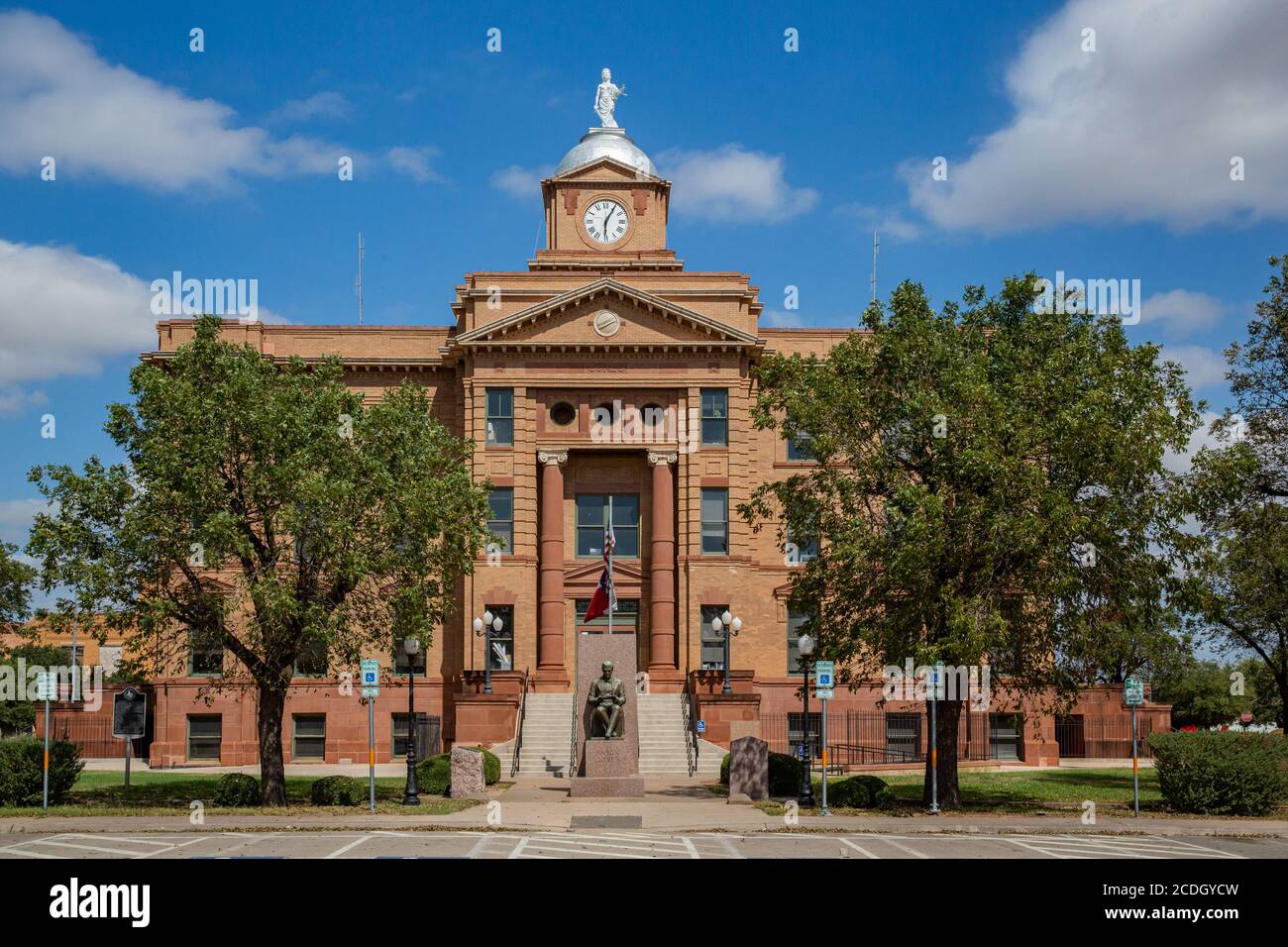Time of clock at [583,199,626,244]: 6:05
